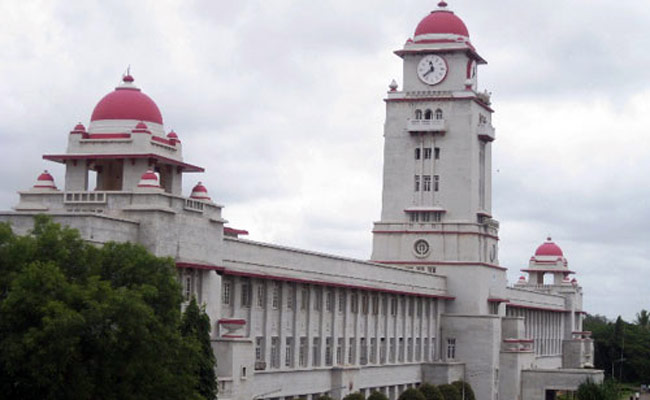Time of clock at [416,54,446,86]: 11:38
